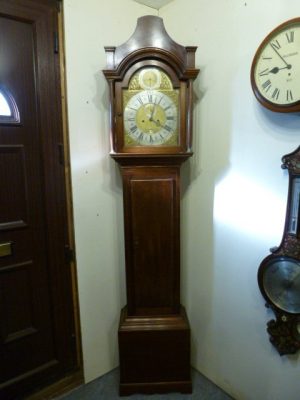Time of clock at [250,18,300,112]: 8:53
